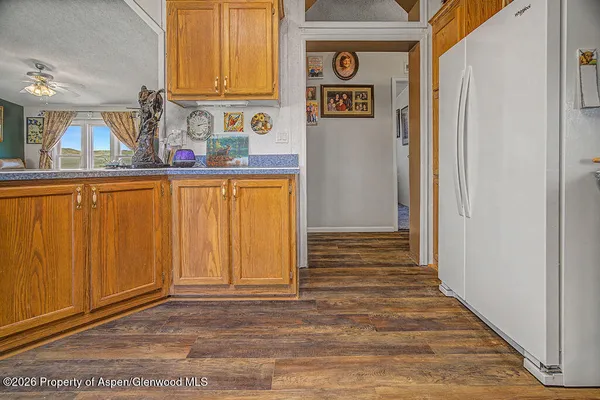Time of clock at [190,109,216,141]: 2:12
